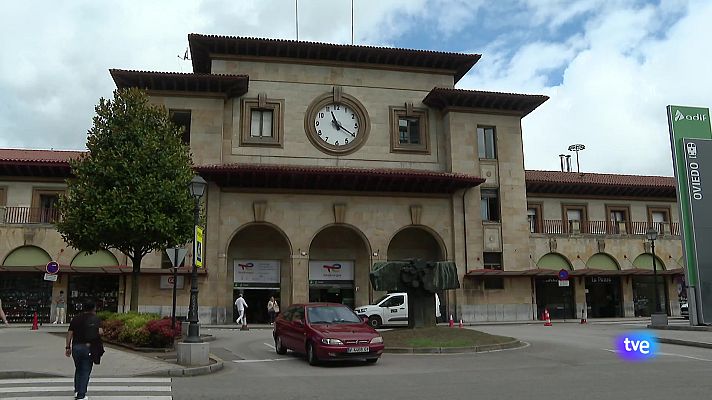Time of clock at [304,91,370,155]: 11:20
